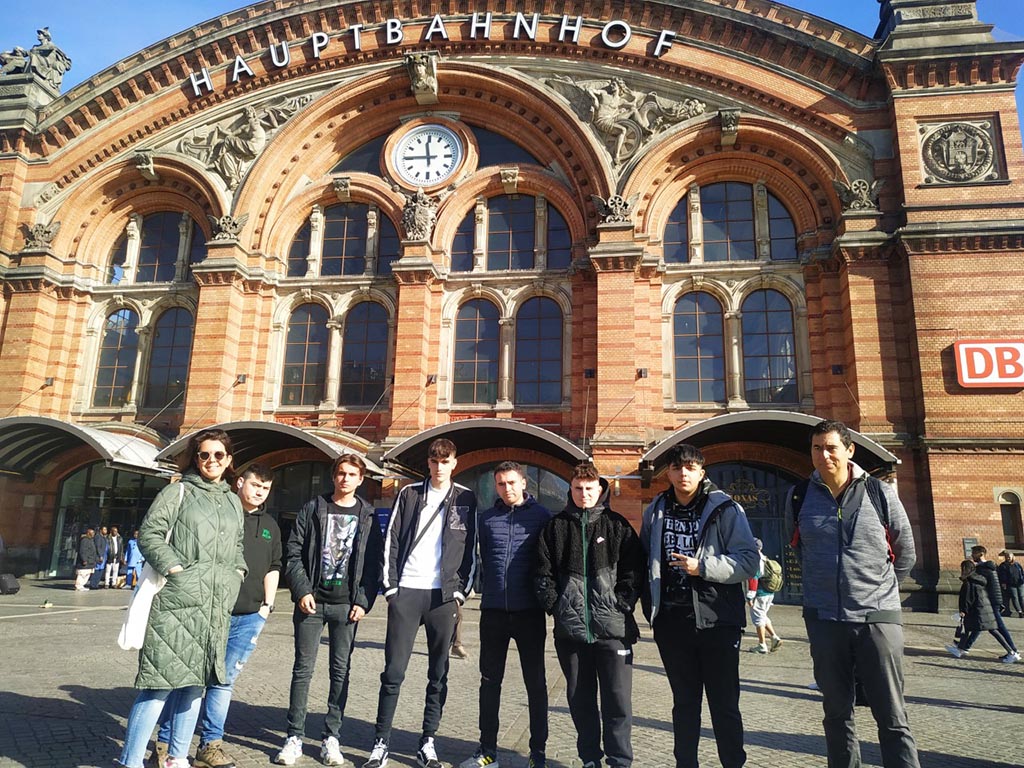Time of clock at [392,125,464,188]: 11:45
